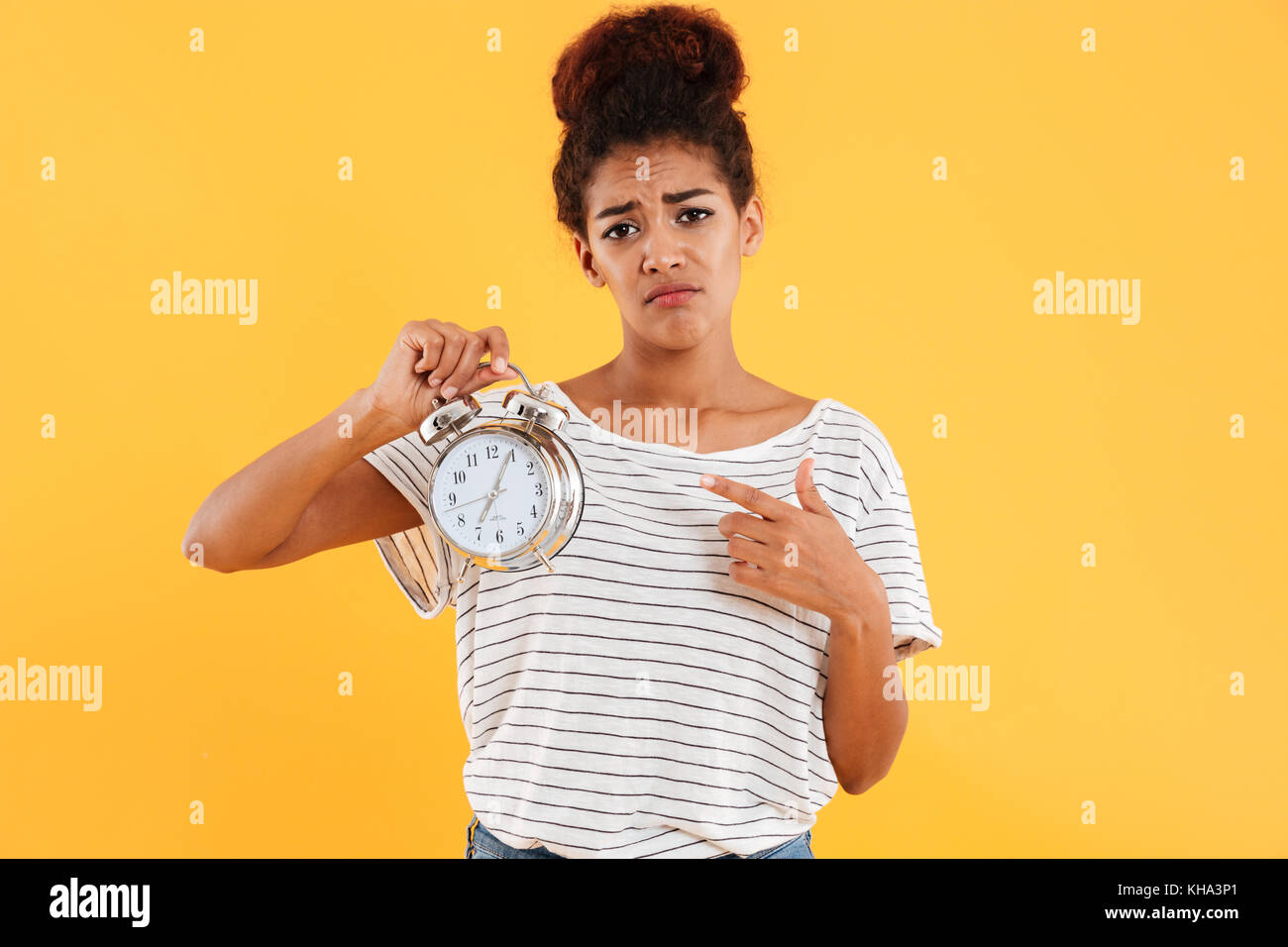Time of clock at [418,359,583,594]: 7:04
